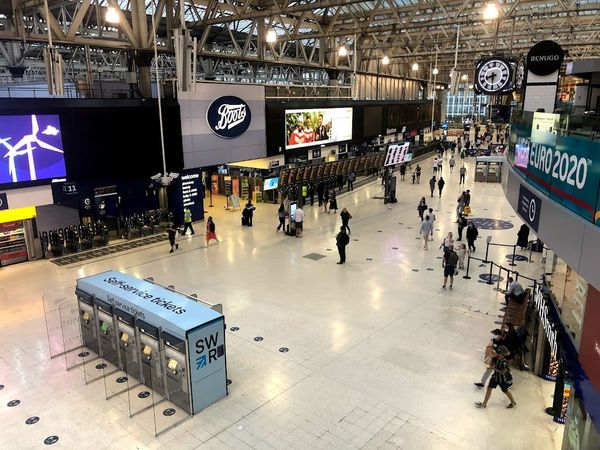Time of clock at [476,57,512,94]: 8:29
